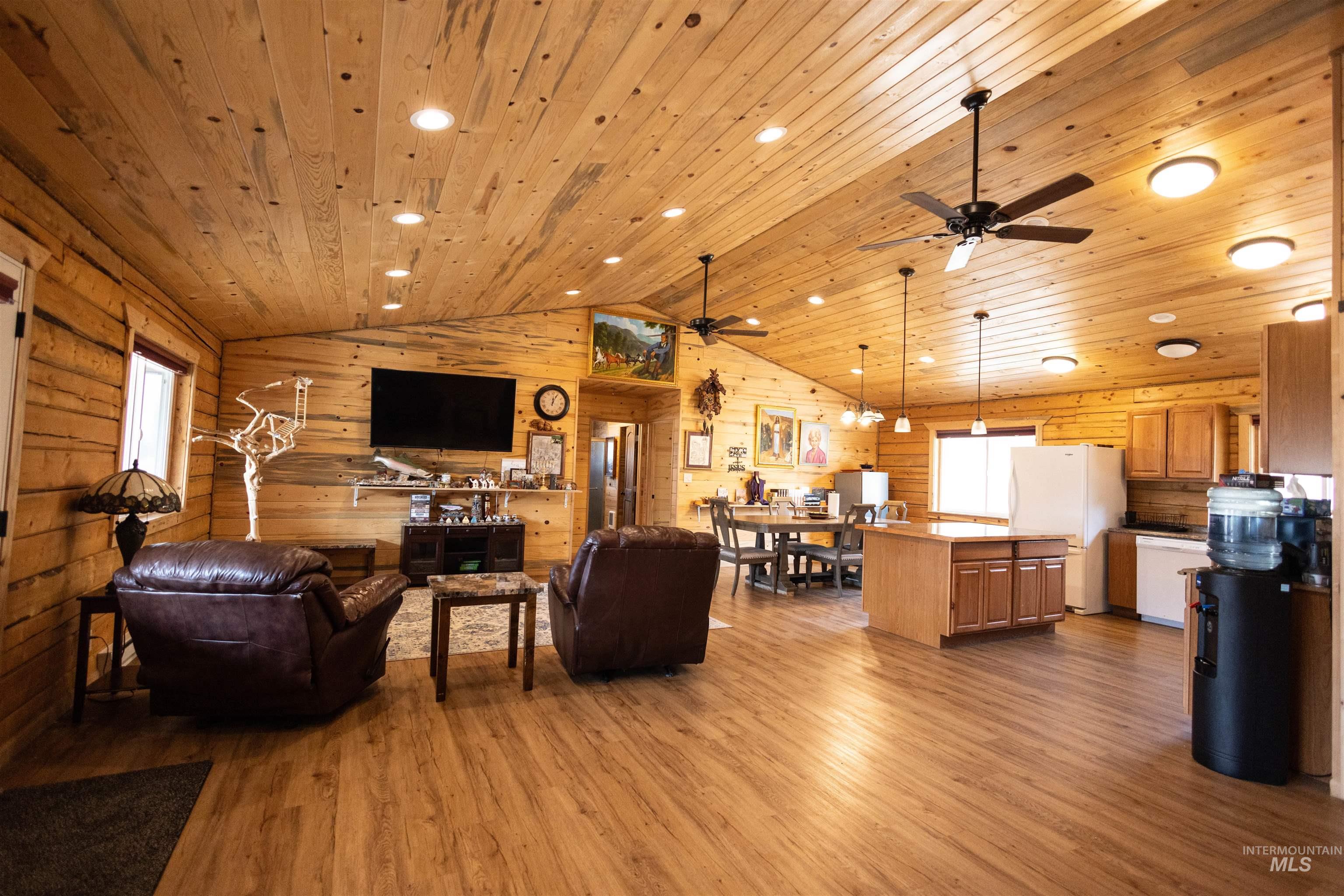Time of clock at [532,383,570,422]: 12:04
